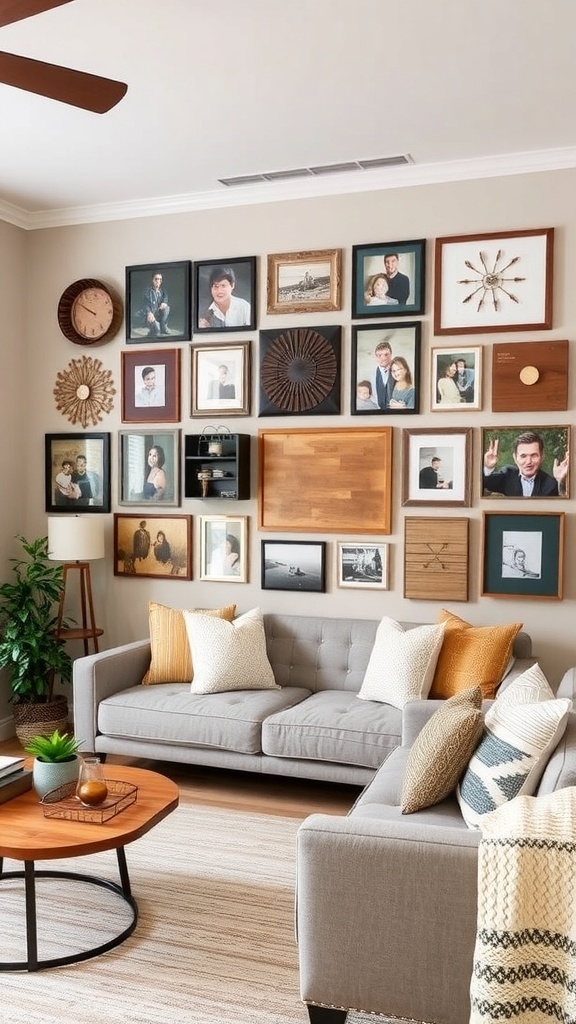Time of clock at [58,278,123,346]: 9:50
